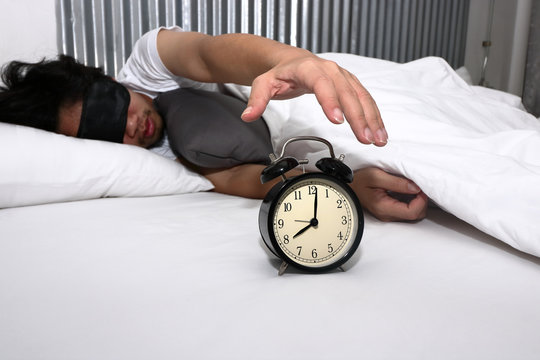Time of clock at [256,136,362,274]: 8:01
